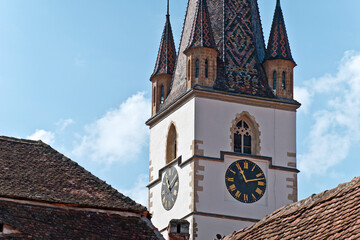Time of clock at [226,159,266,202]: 11:12
